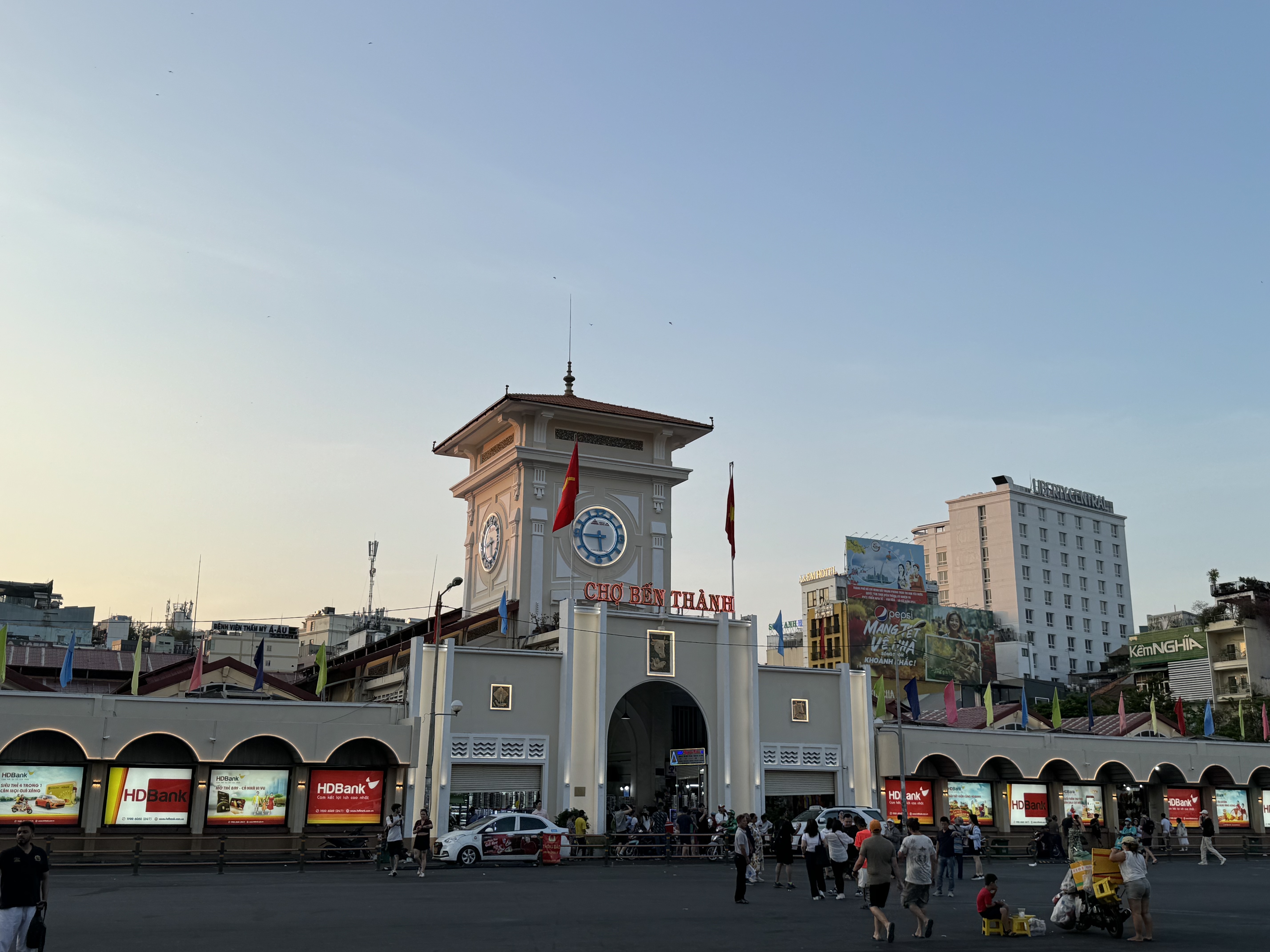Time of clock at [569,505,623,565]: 5:45
